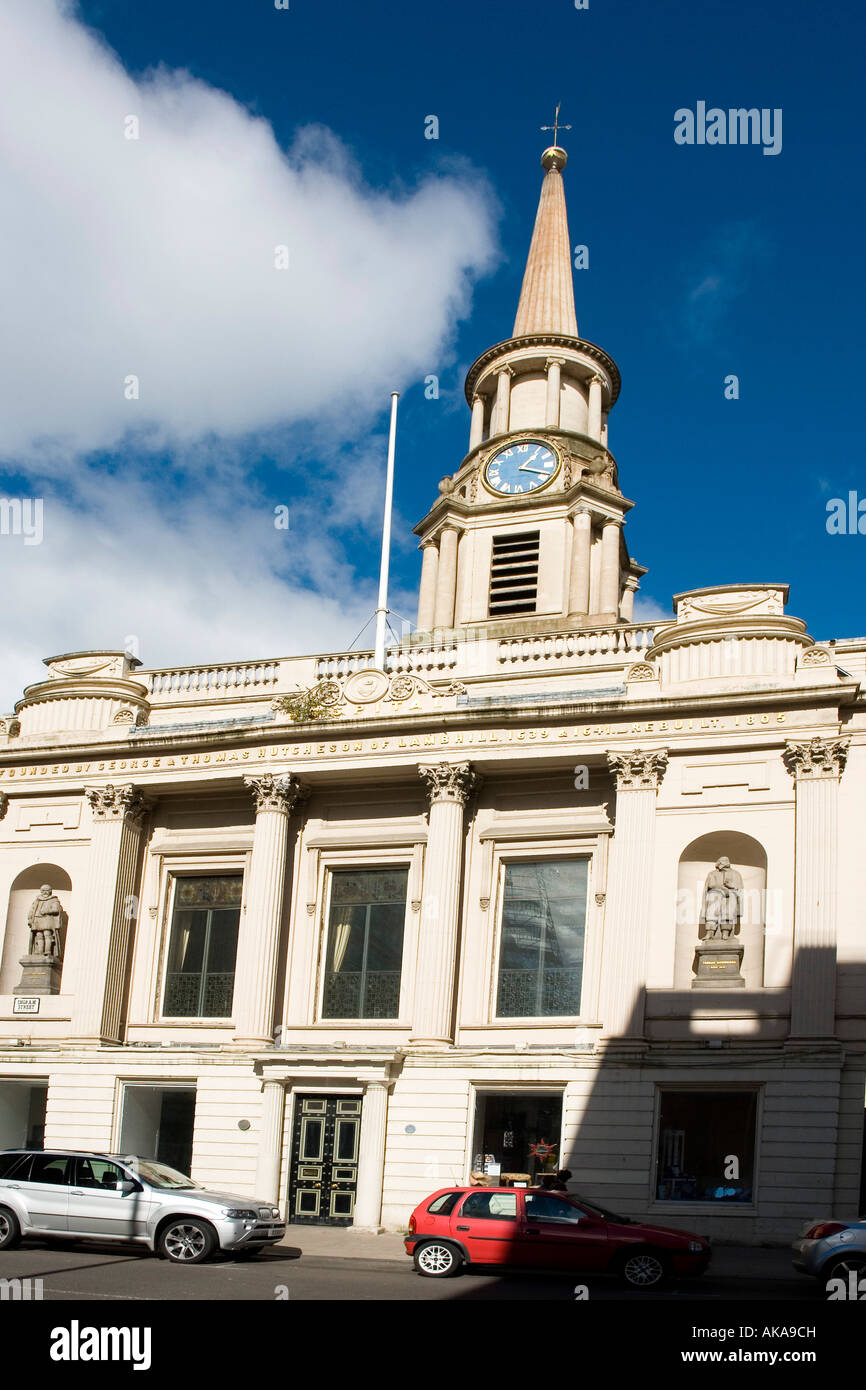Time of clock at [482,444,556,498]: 1:18
